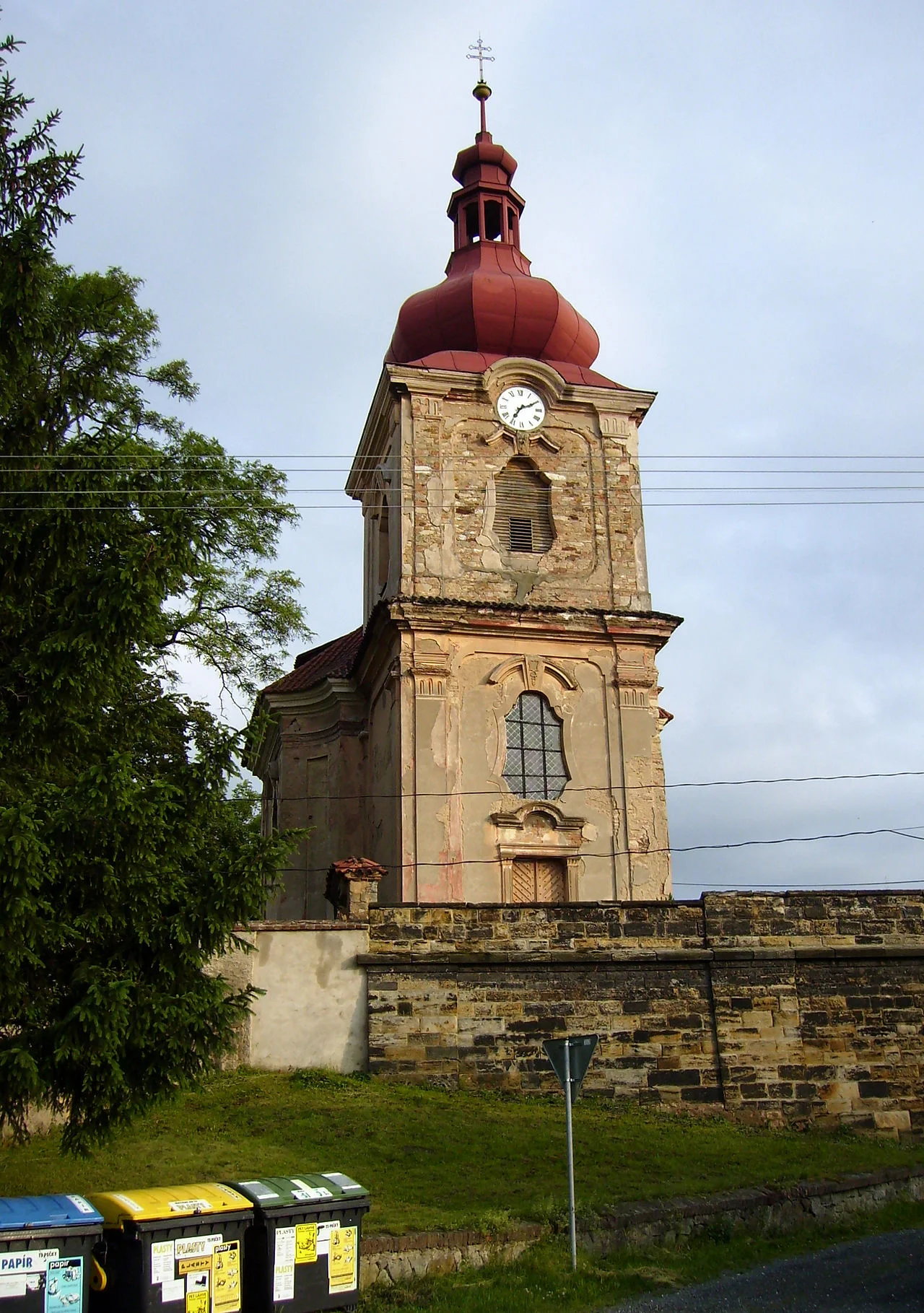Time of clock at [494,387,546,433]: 7:10
